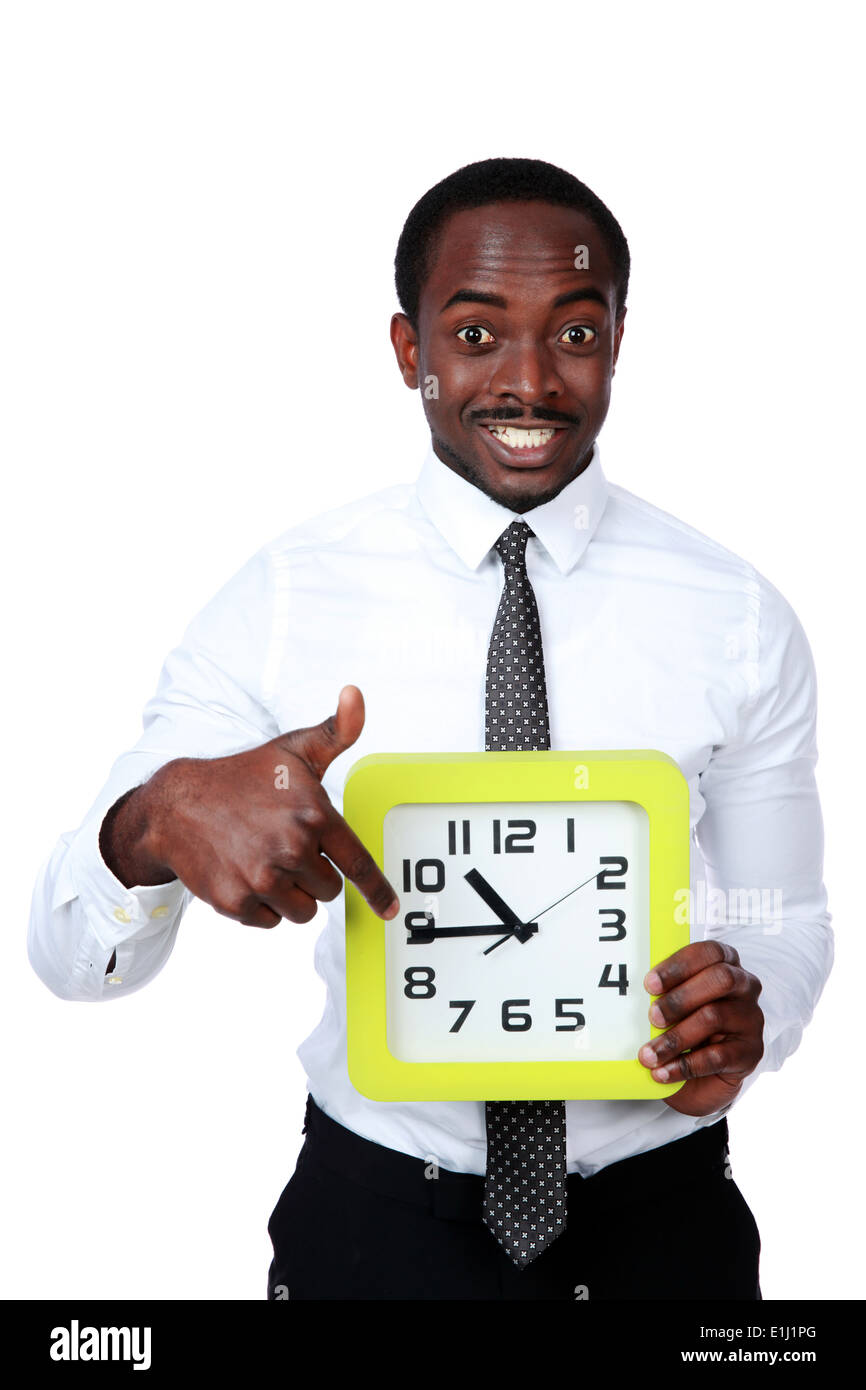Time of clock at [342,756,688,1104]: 10:44
